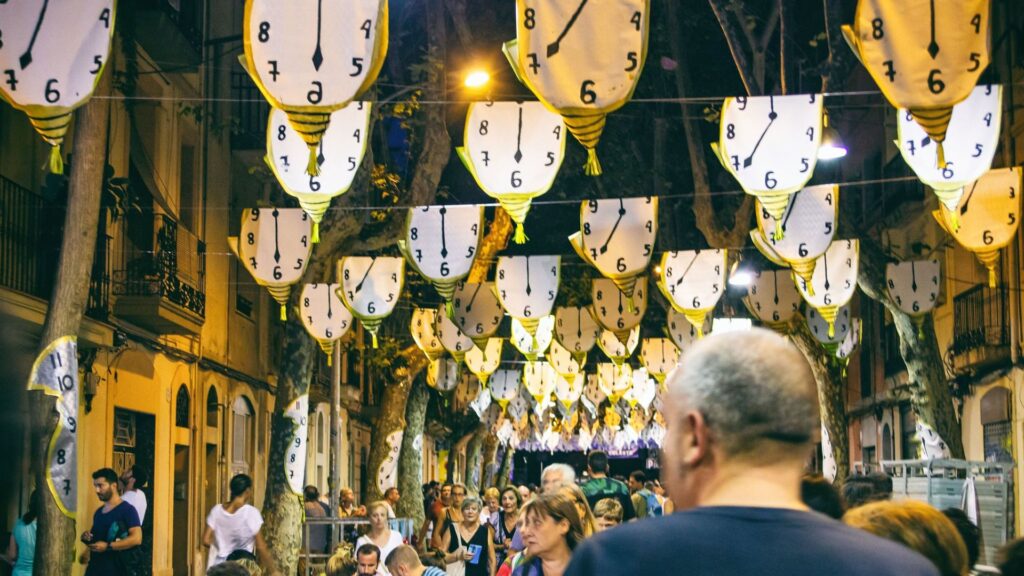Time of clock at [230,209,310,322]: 5:59
